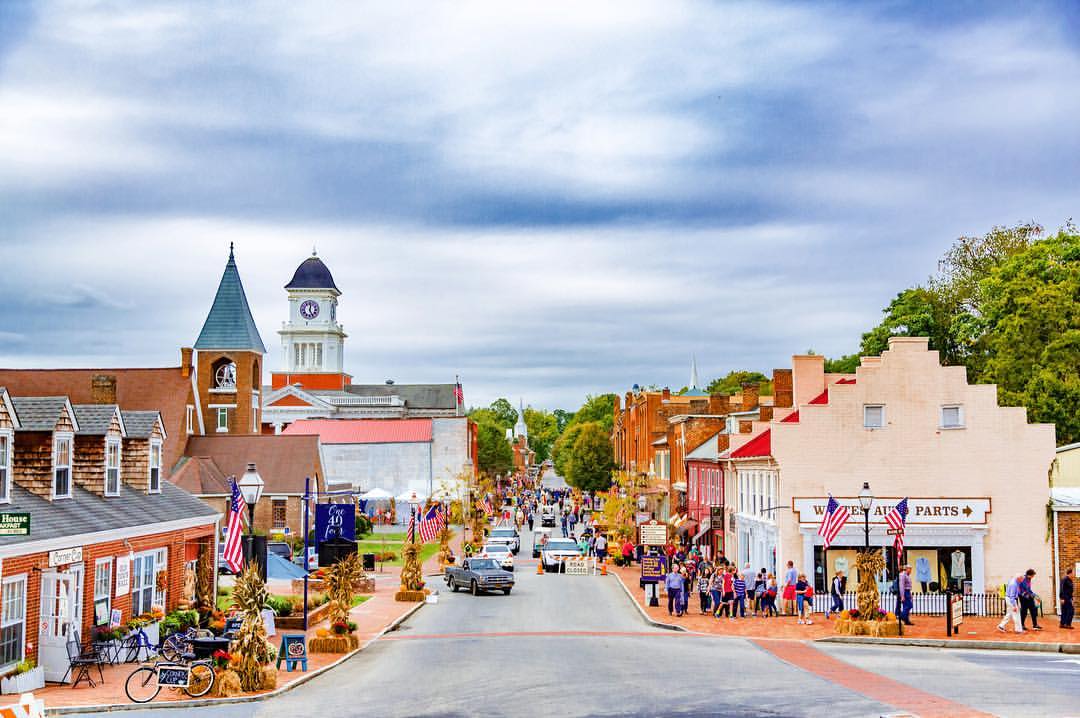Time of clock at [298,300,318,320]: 12:25
